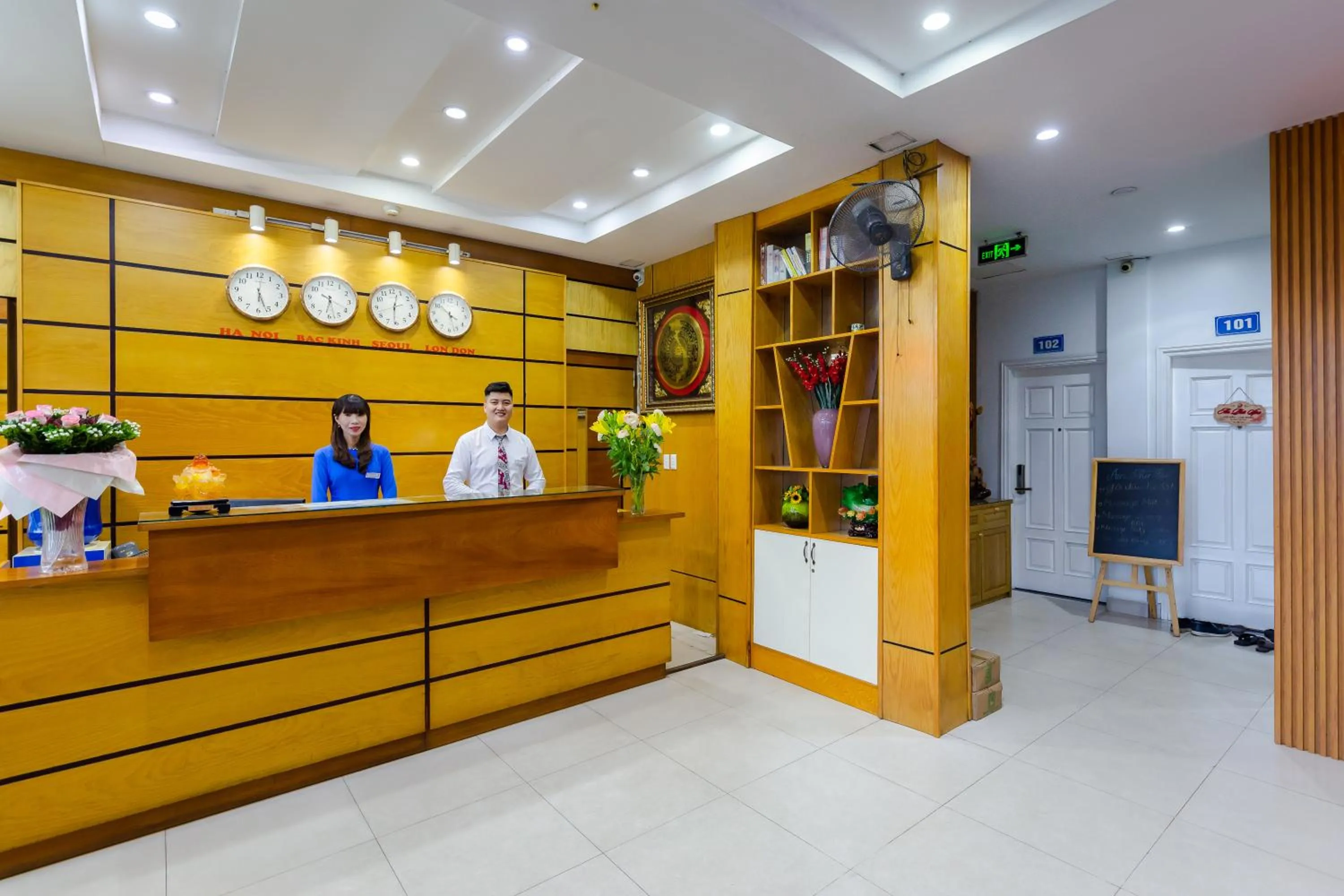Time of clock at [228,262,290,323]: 5:26
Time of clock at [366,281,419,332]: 12:31
